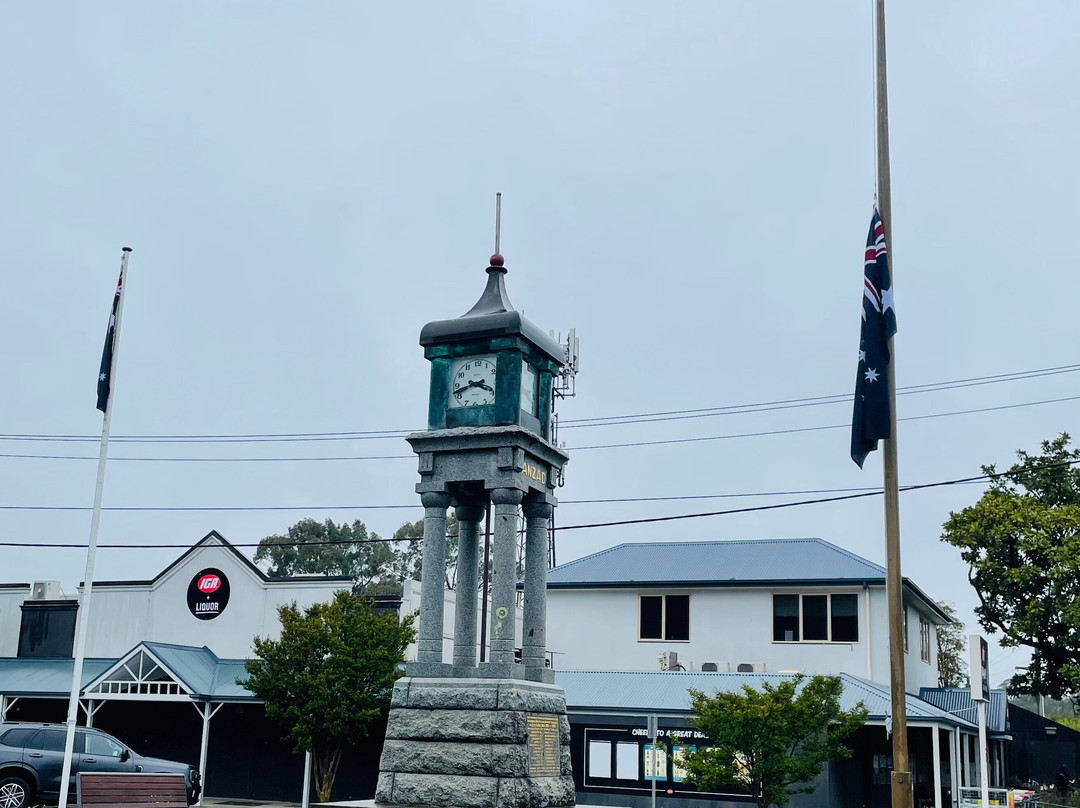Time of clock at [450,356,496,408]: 3:42
